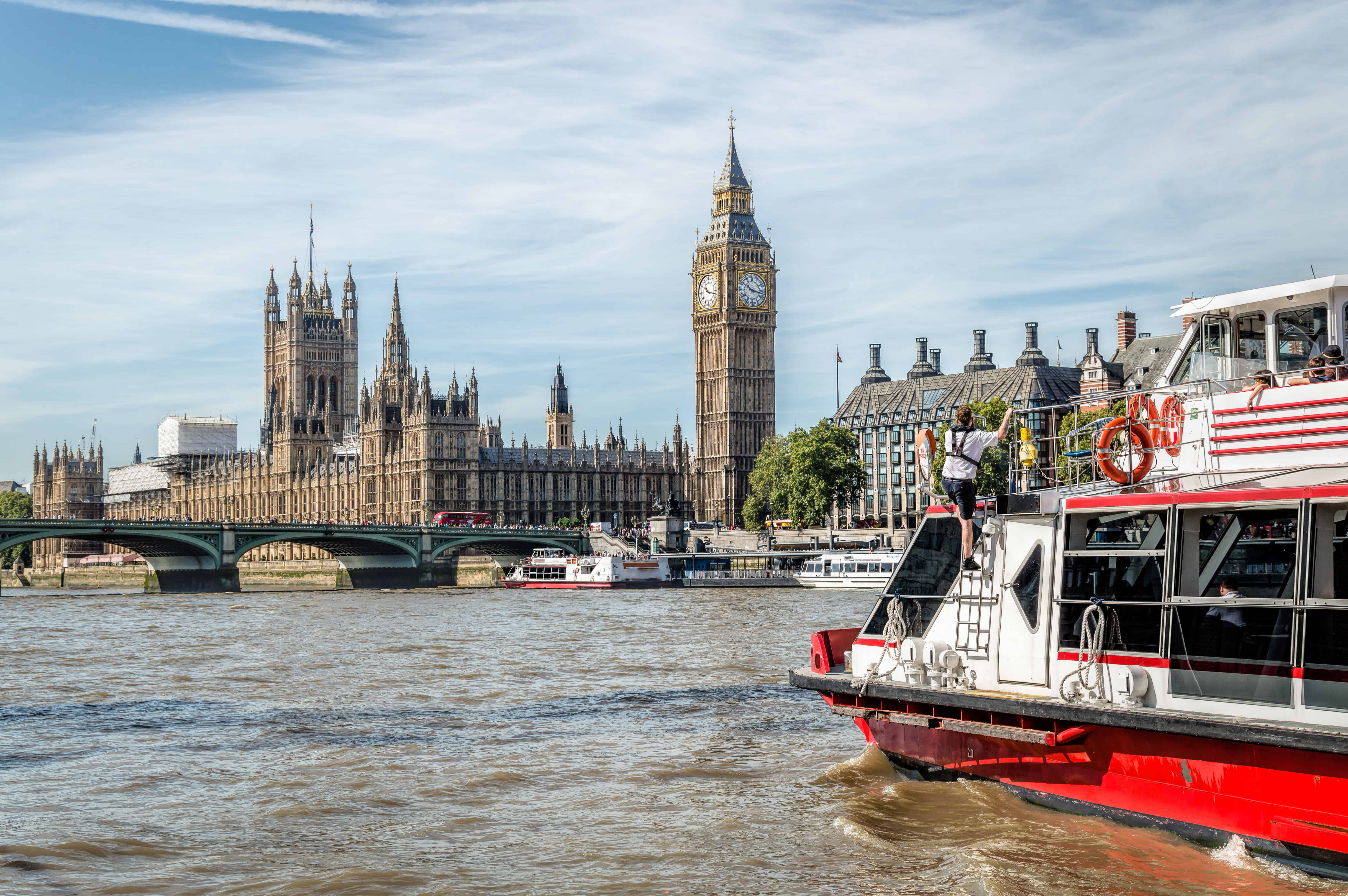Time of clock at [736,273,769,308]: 10:17
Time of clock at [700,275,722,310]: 10:17
